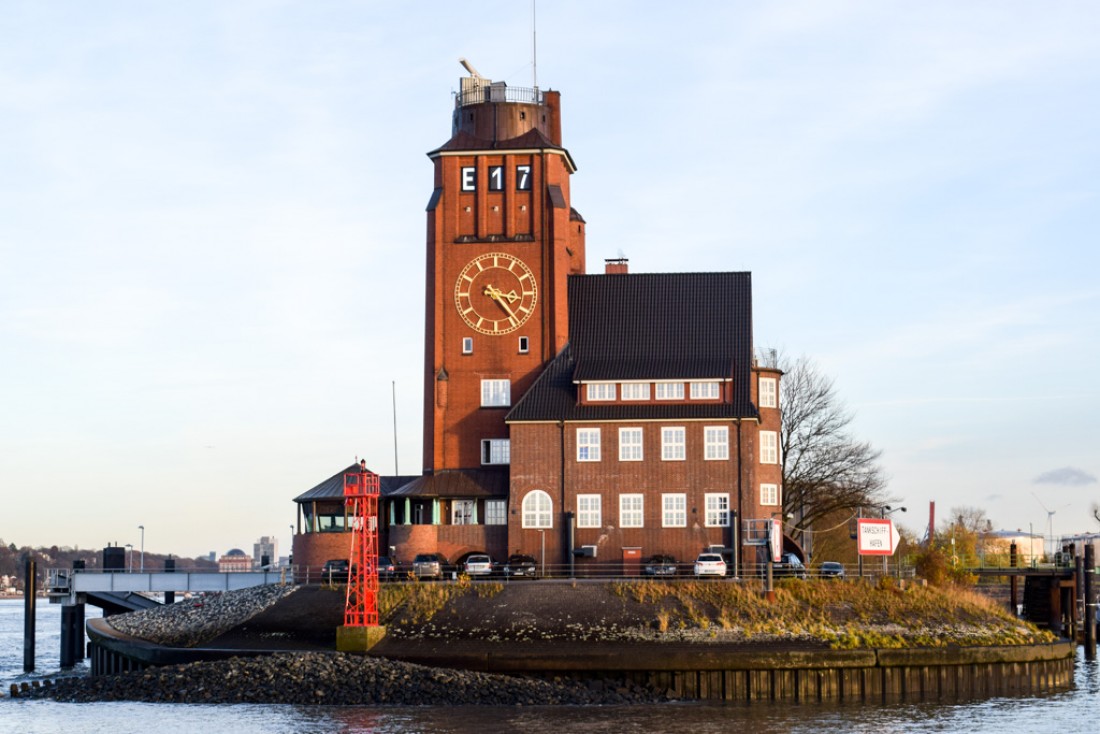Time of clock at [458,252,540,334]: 3:23
